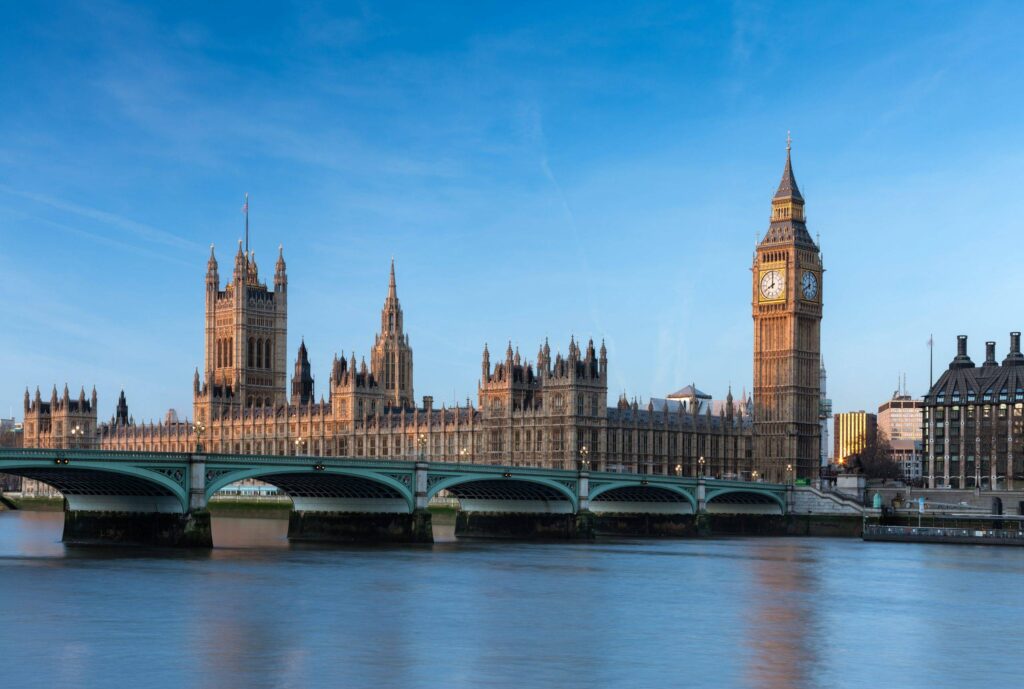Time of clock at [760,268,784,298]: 7:59
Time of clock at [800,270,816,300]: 7:59
